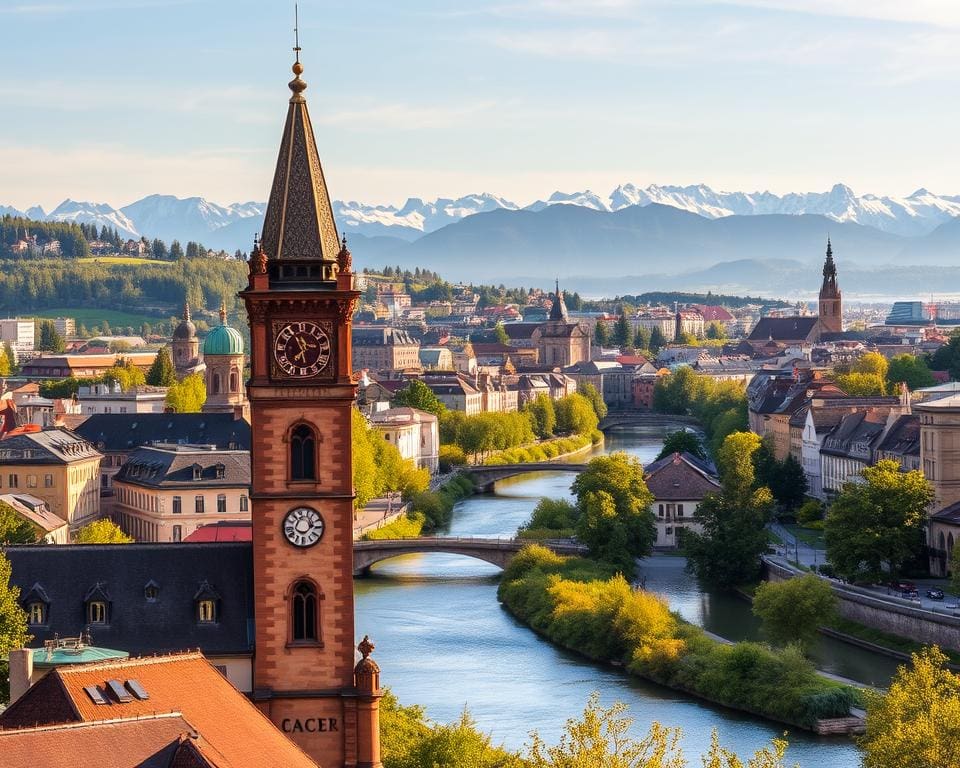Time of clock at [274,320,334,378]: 6:56
